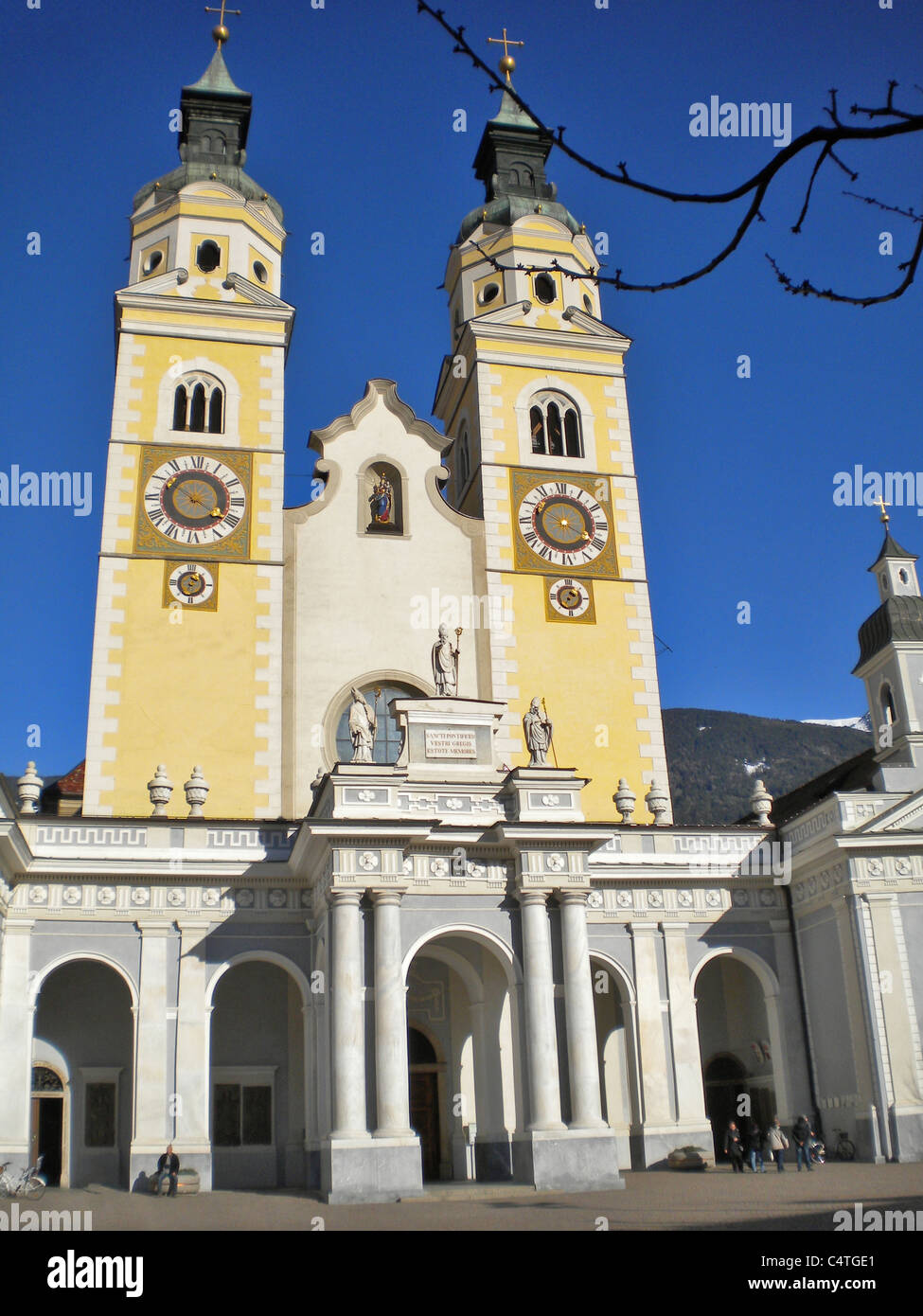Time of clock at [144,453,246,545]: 10:20
